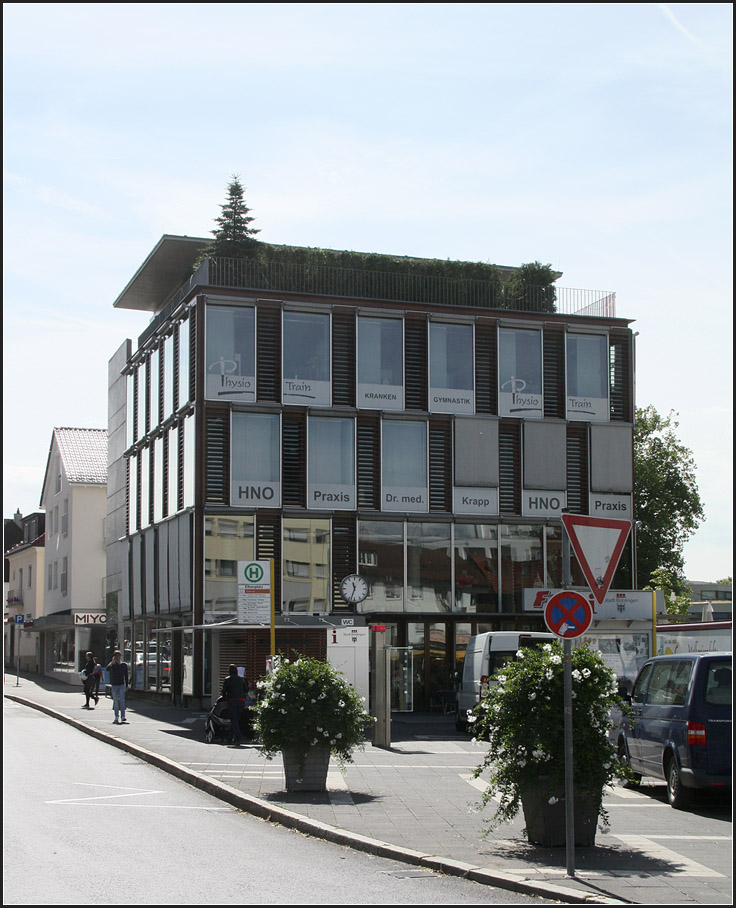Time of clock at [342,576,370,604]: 11:33
